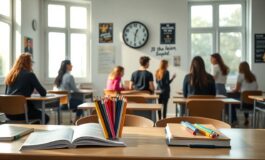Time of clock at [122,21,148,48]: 12:31
